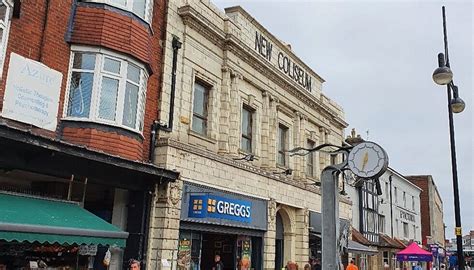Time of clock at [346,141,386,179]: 12:32
